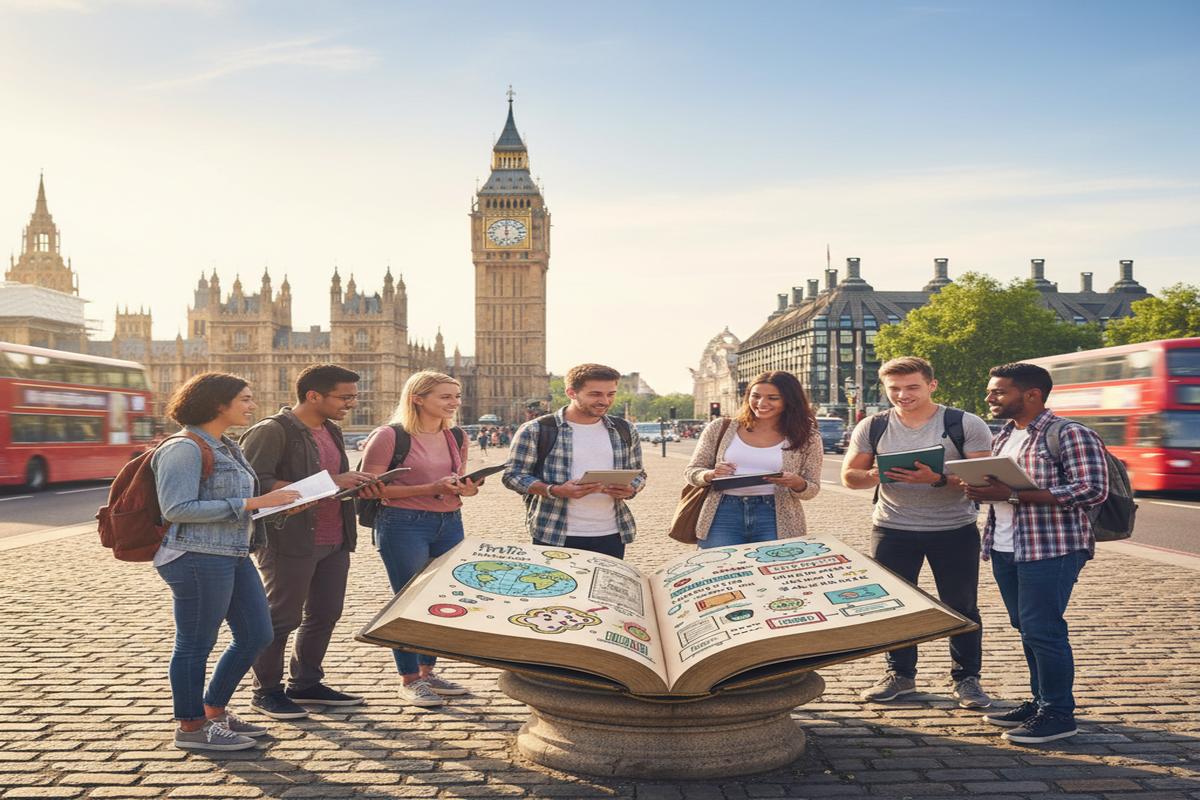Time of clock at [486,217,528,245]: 5:59
